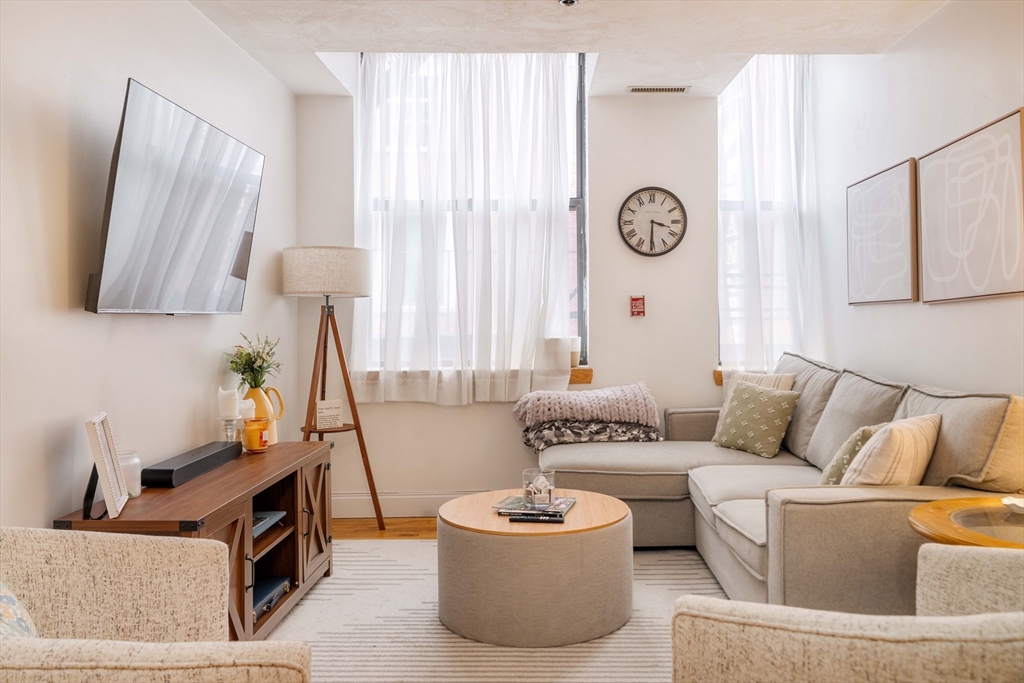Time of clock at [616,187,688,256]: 3:30
